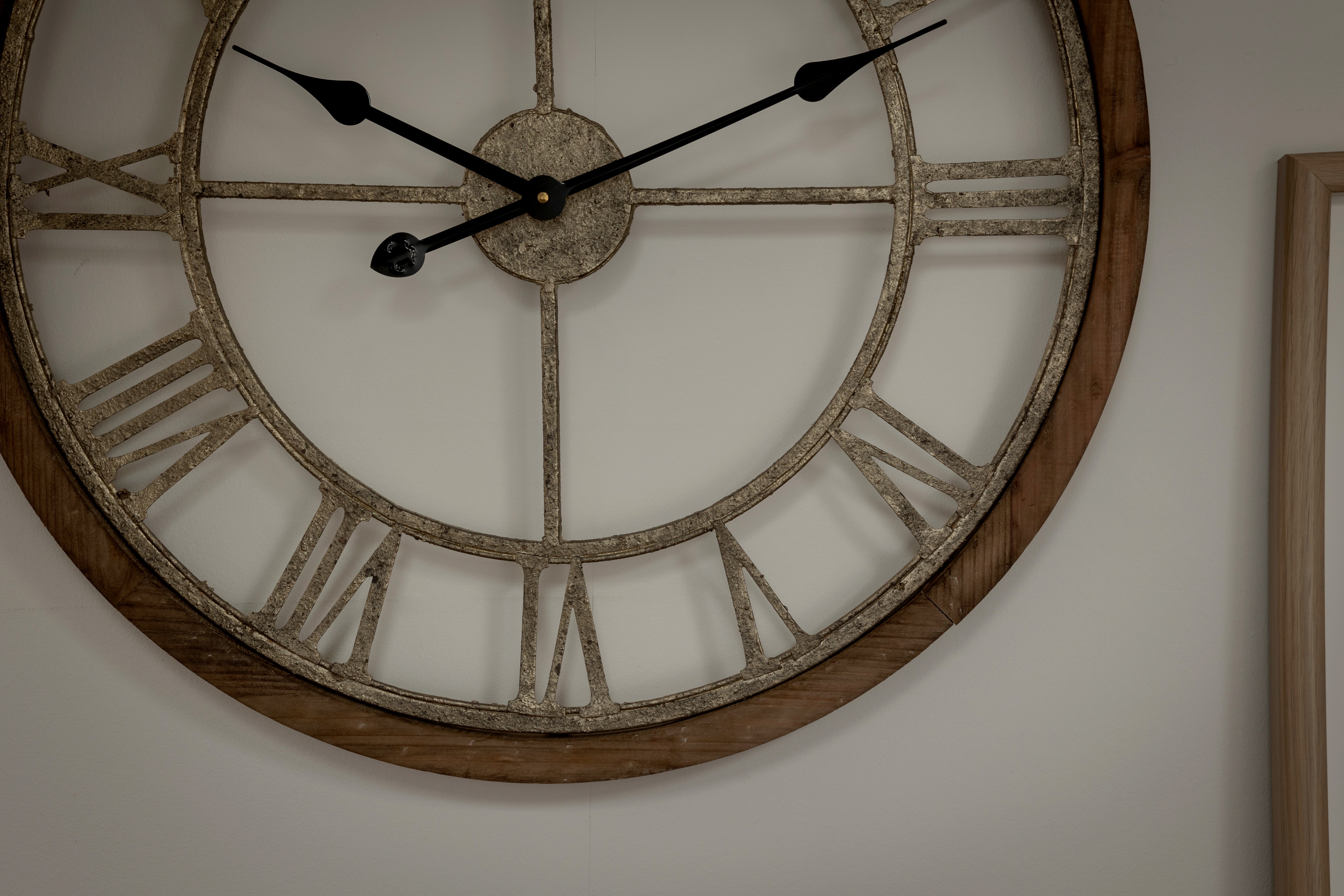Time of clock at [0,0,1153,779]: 10:10
